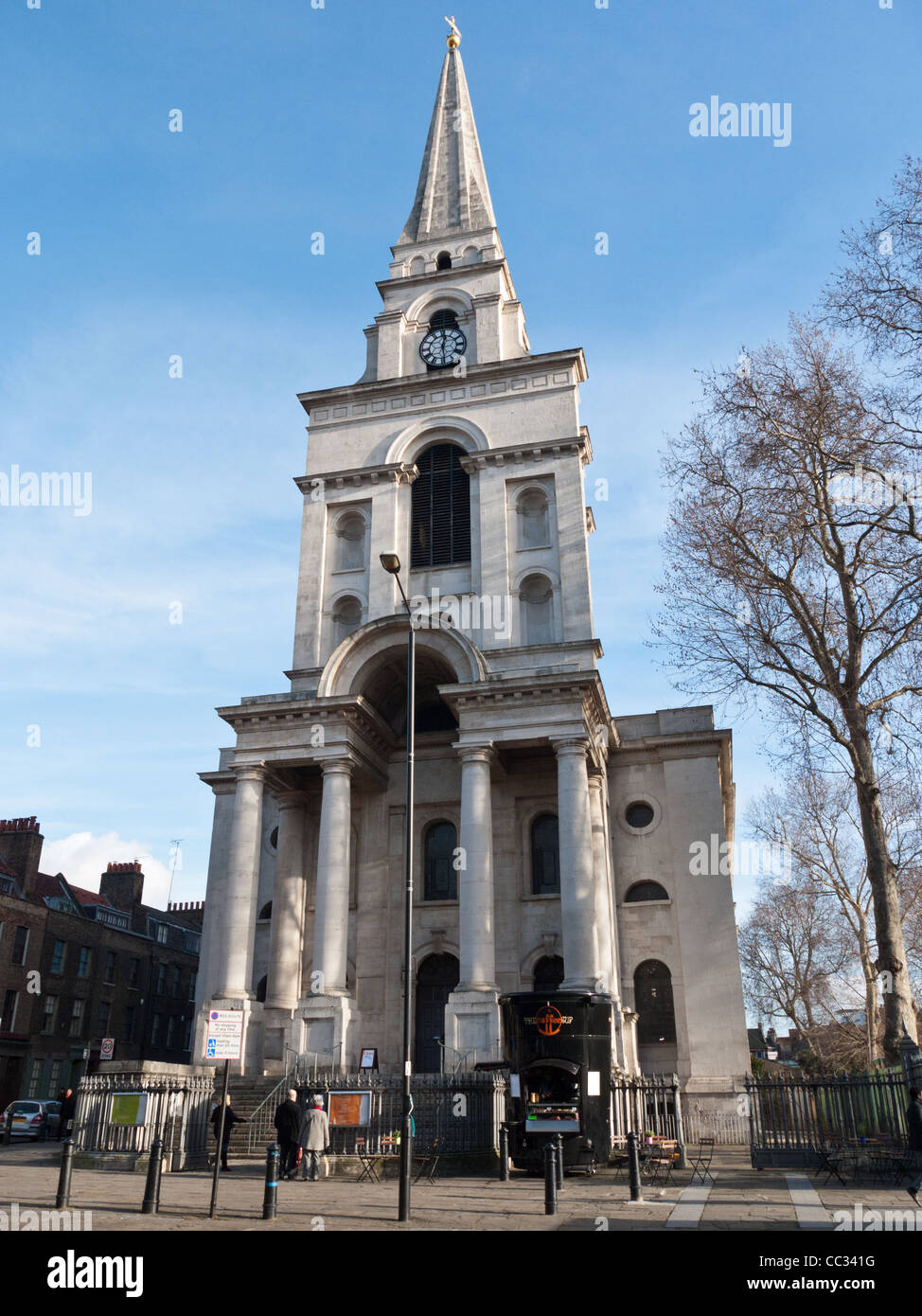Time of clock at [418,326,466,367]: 12:28
